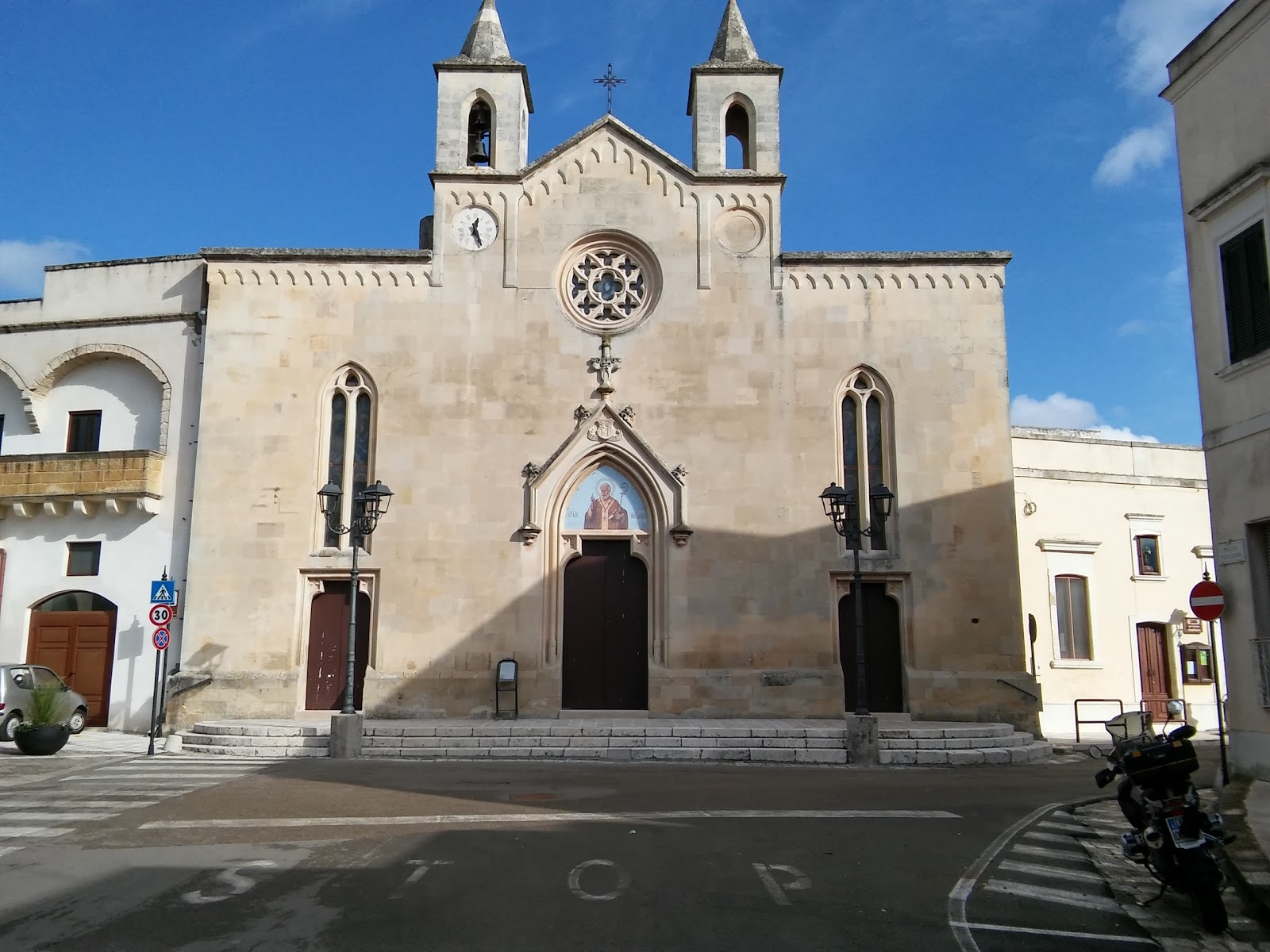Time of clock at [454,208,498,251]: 12:26
